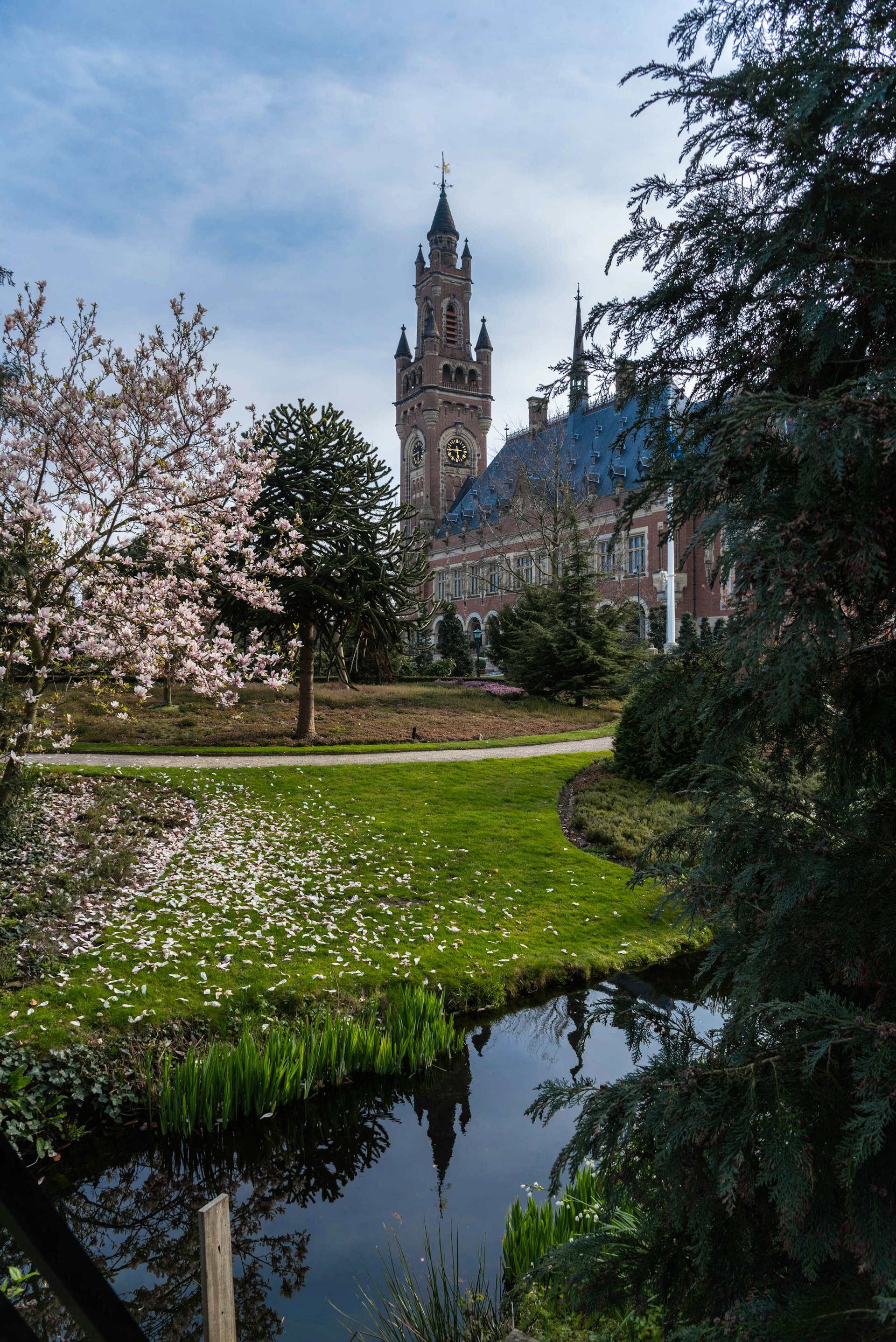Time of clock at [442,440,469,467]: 5:44
